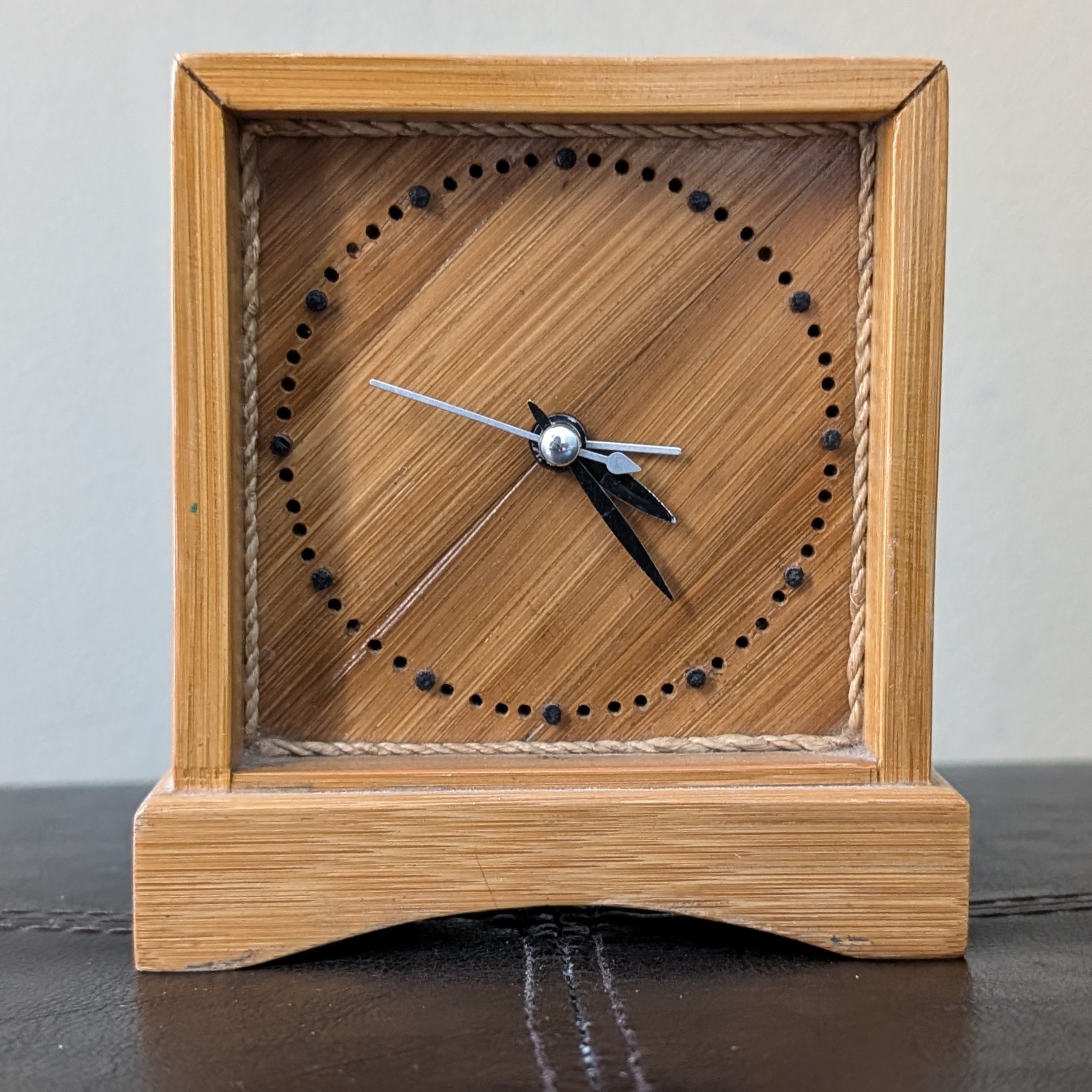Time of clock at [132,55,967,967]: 4:23
